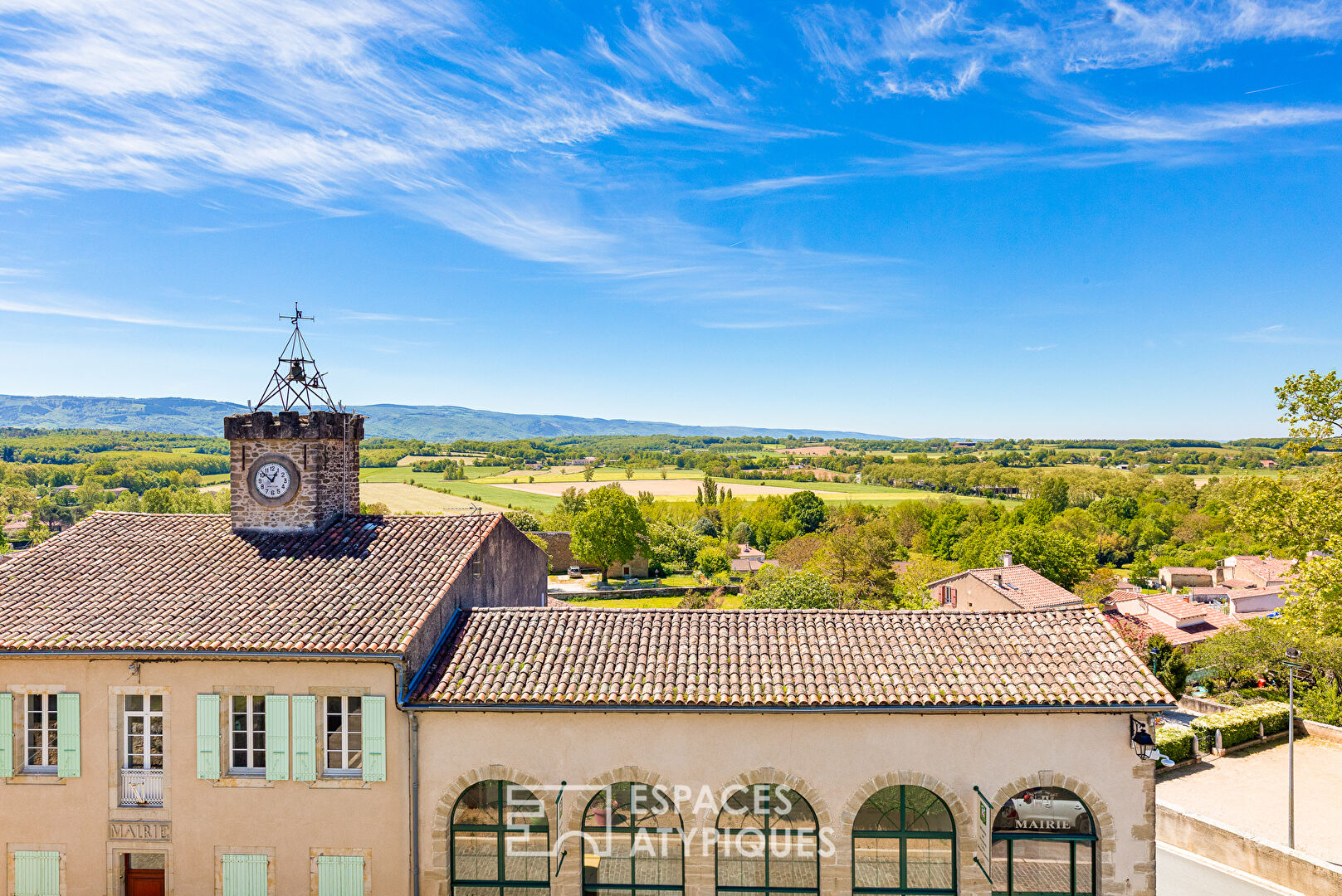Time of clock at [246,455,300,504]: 12:52
